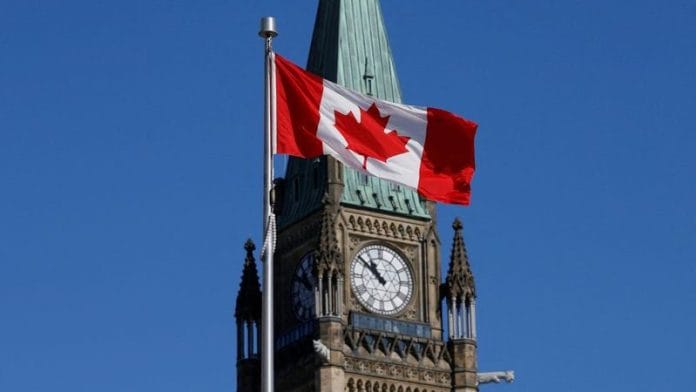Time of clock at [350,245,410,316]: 10:51
